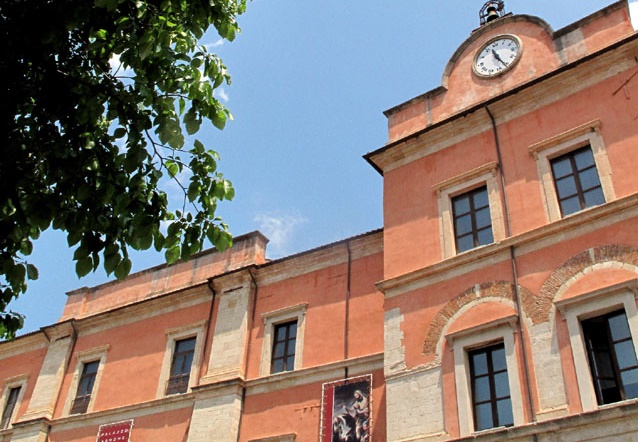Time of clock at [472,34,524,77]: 11:25
